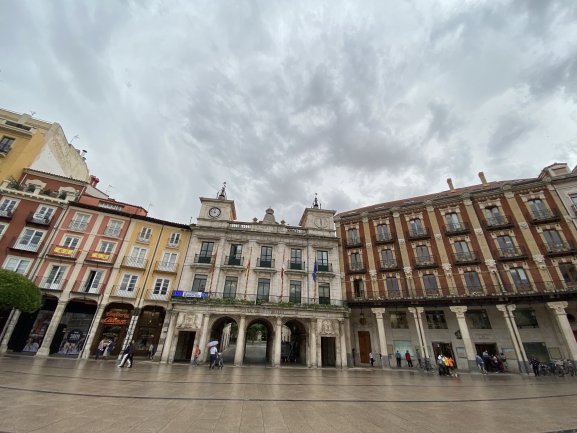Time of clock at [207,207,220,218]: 11:46
